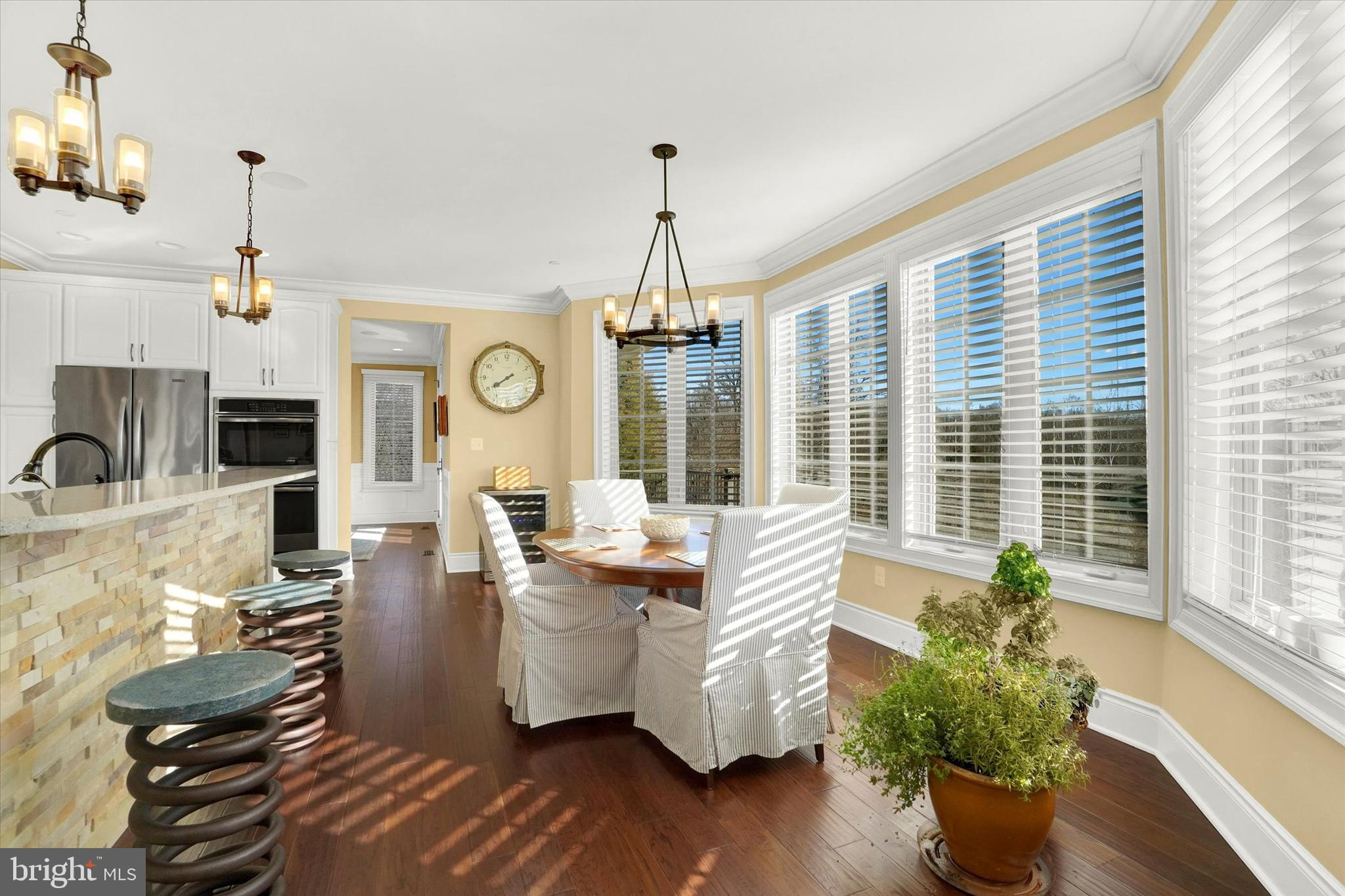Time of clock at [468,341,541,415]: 7:39
